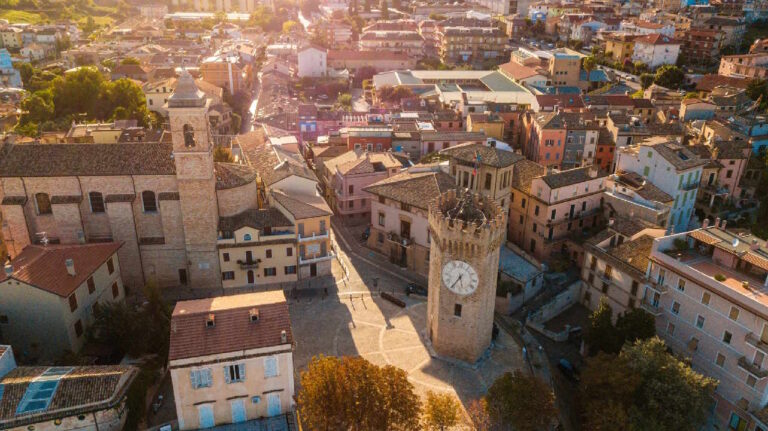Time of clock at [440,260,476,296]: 5:35
